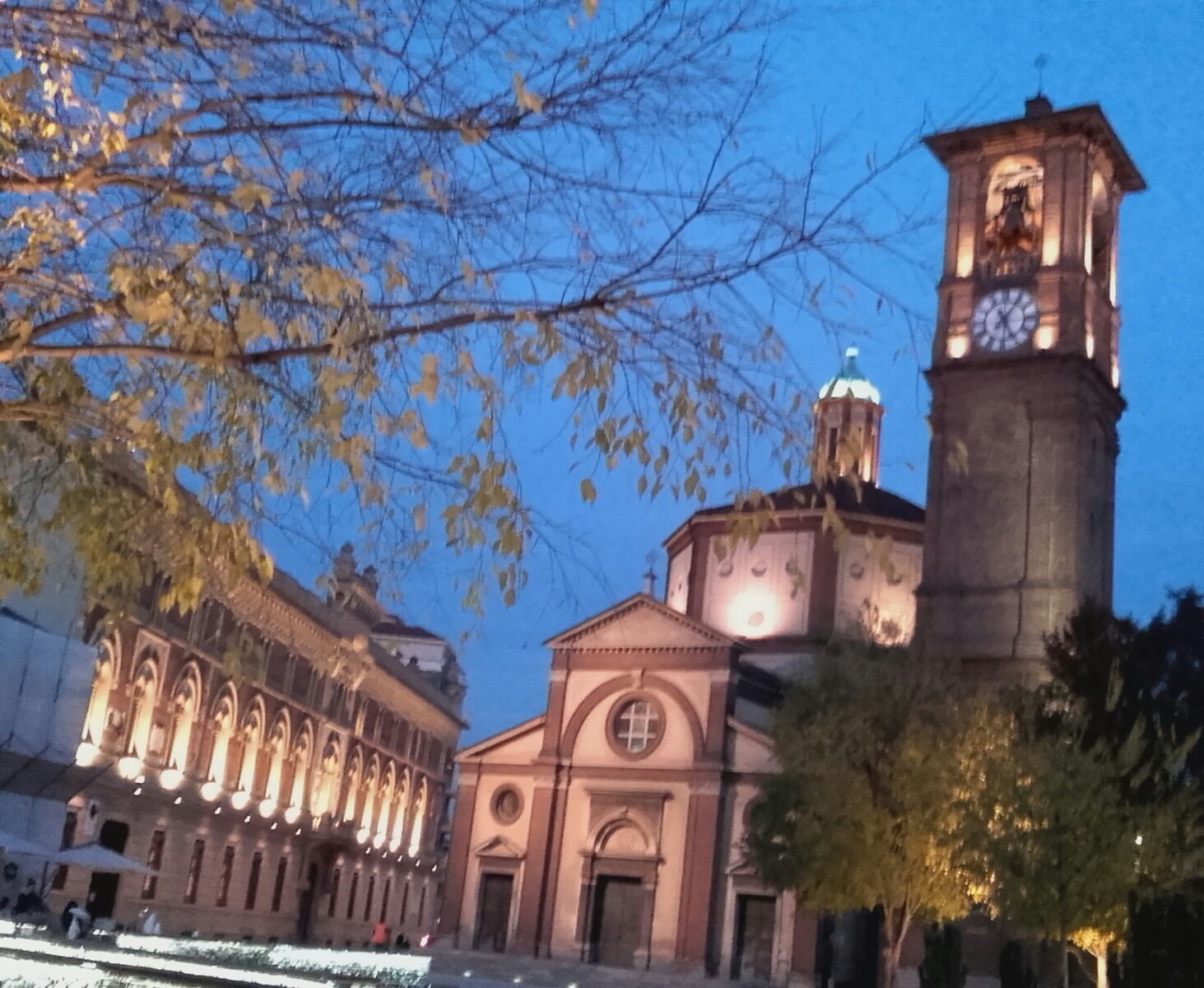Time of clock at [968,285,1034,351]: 5:06
